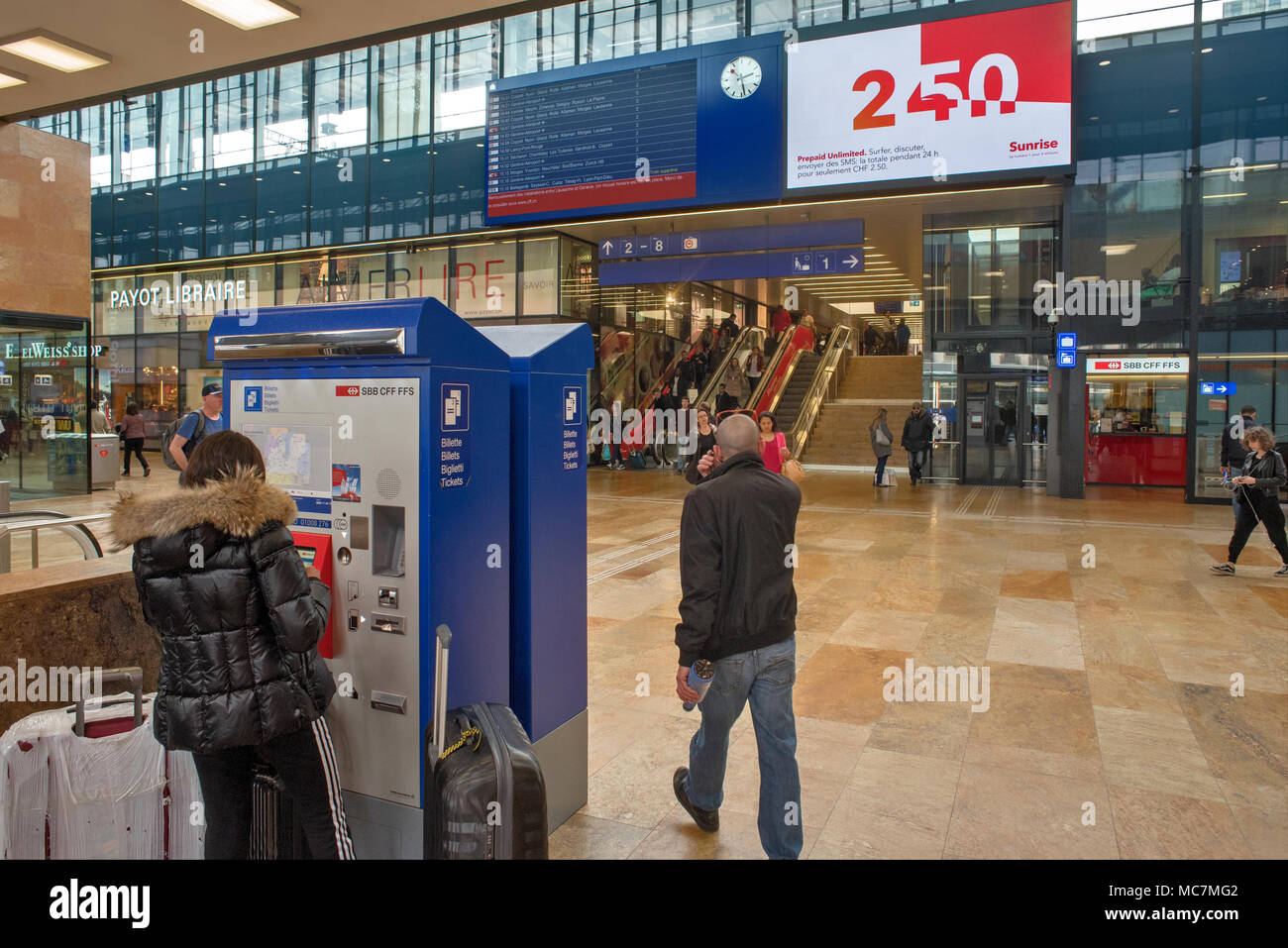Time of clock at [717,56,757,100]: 2:28
